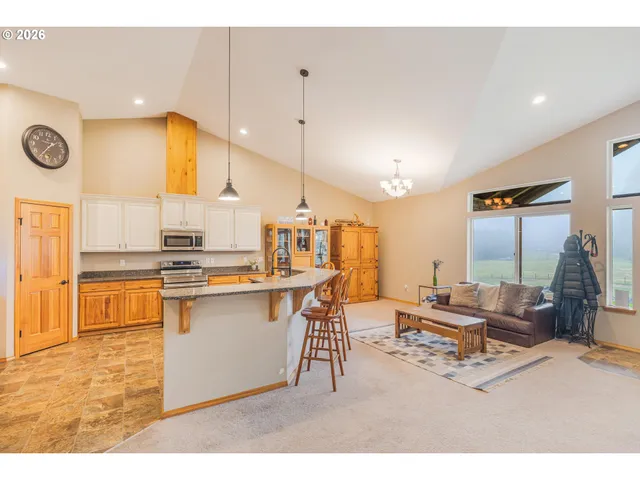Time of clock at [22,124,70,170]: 1:36
